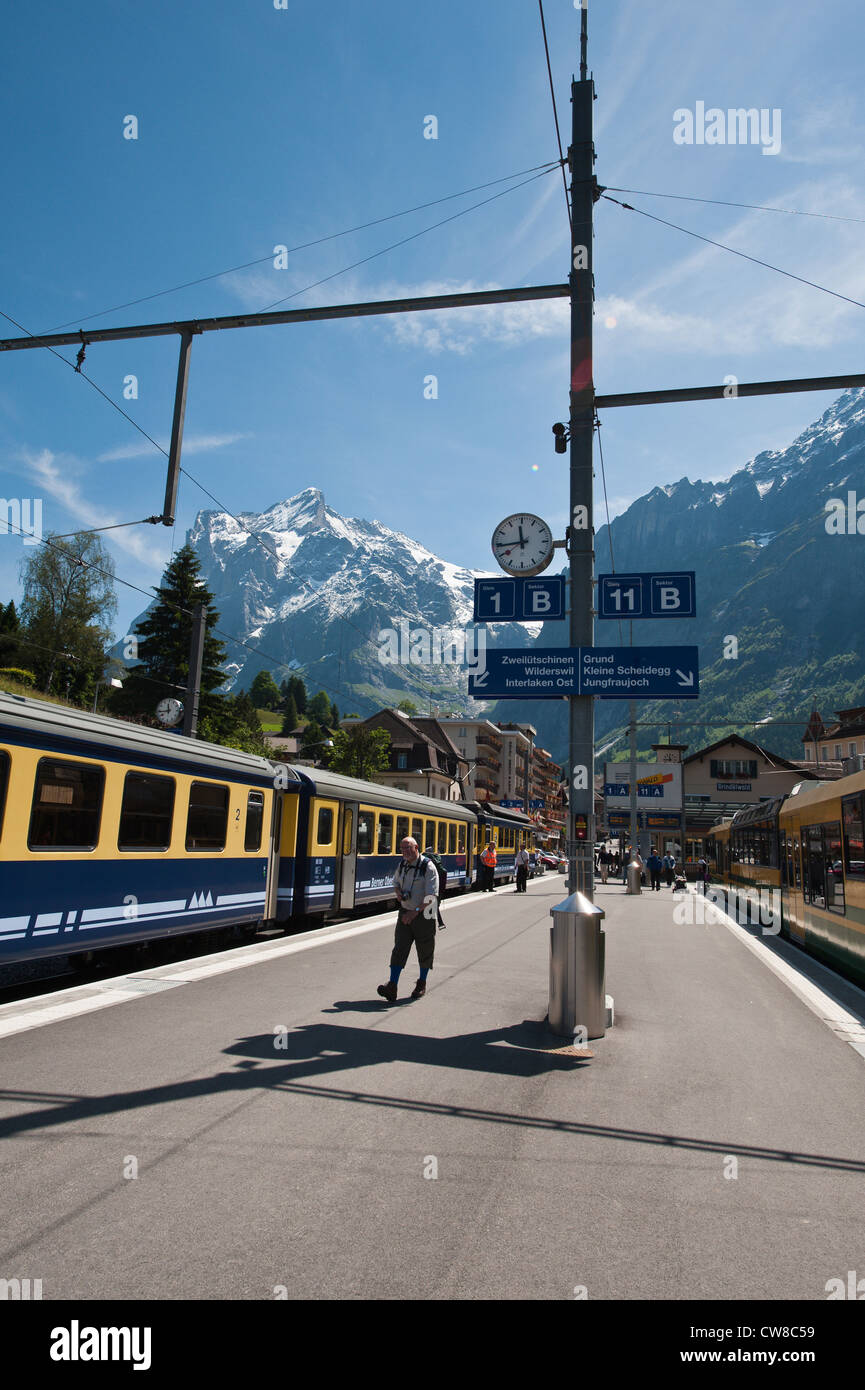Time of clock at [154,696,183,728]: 11:43
